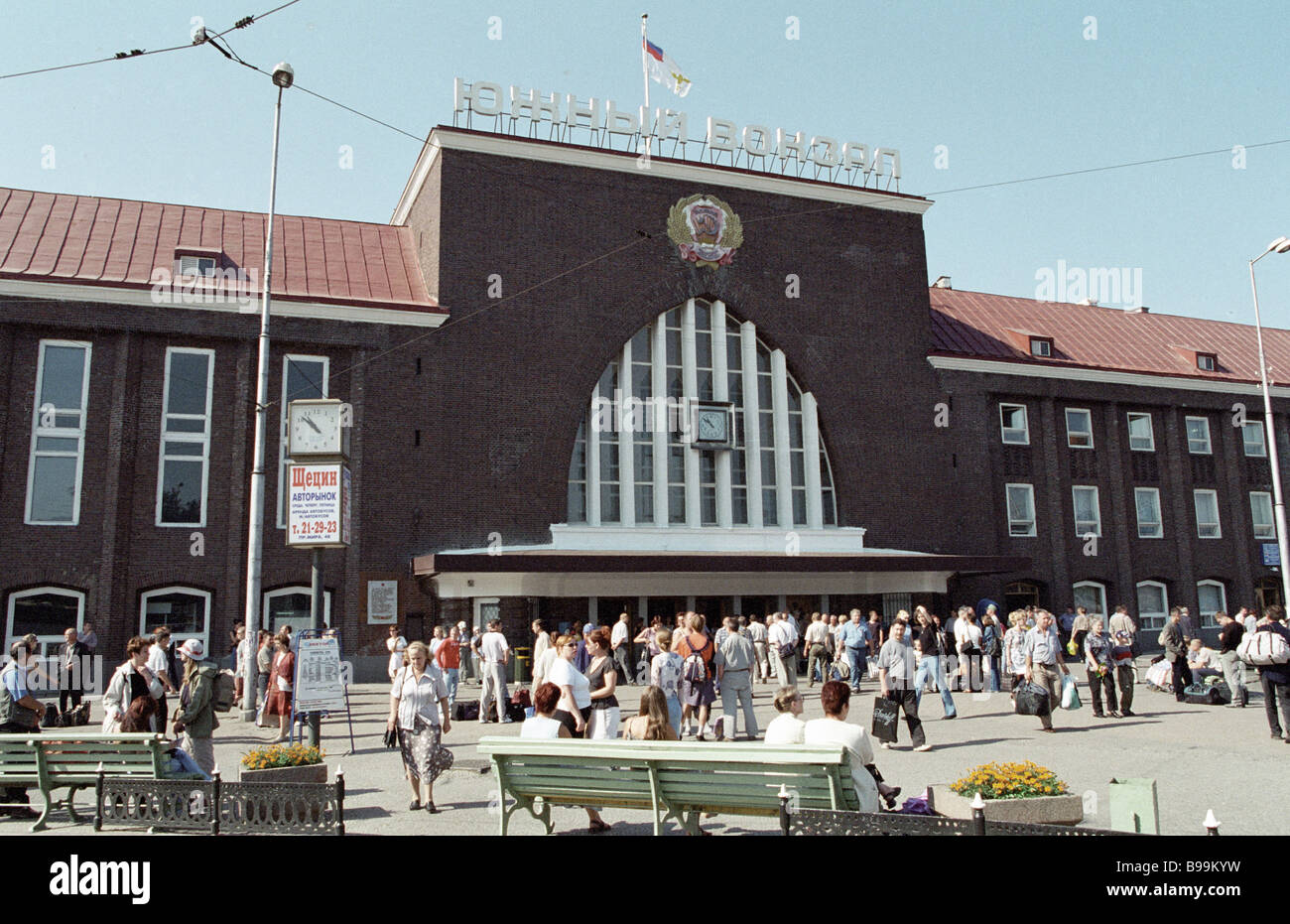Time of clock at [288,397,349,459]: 10:52
